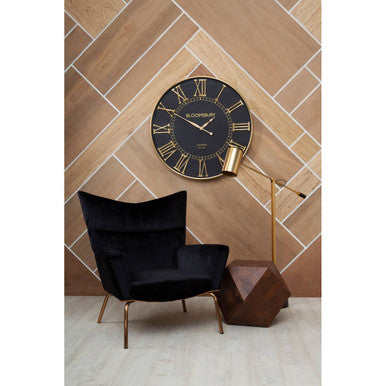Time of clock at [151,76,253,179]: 1:50
